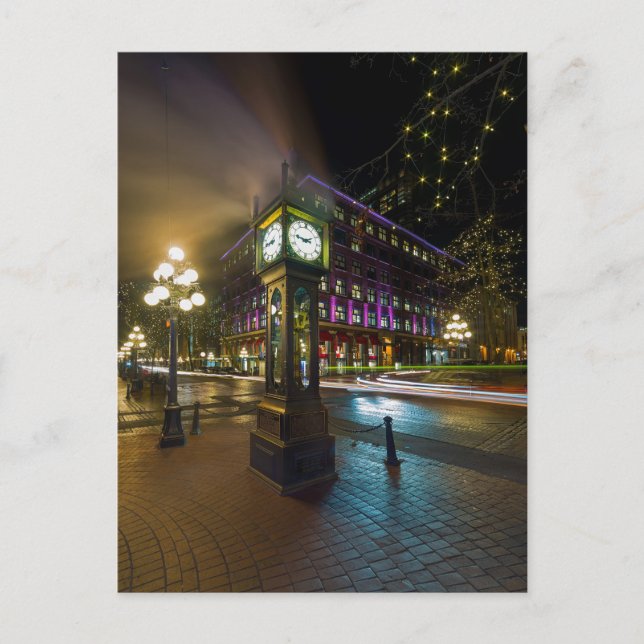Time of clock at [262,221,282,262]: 8:45
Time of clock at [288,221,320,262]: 9:10
